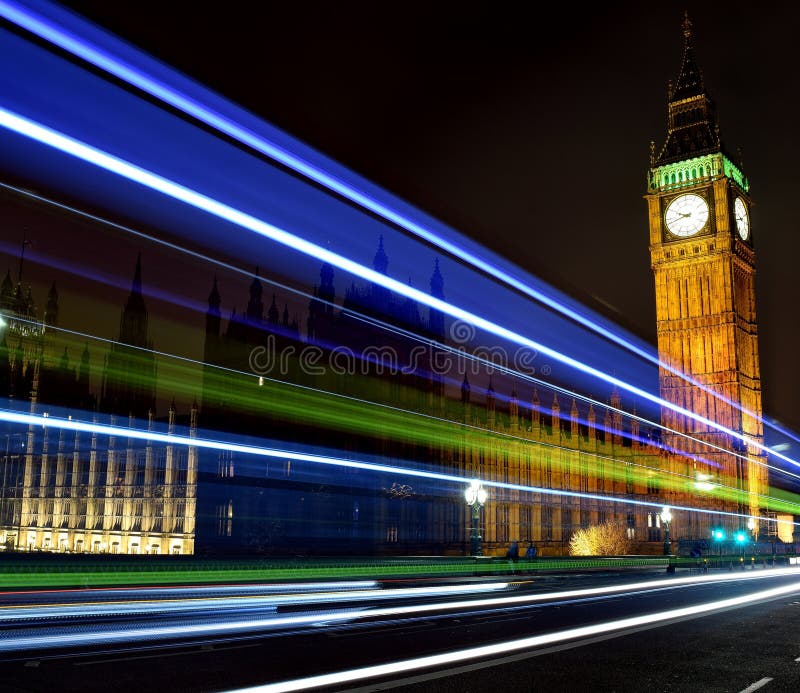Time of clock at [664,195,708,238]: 9:42
